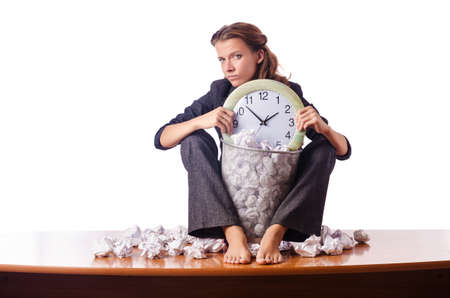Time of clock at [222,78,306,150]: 1:52
